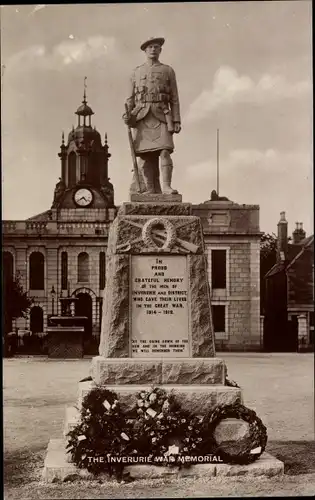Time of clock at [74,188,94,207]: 4:38
